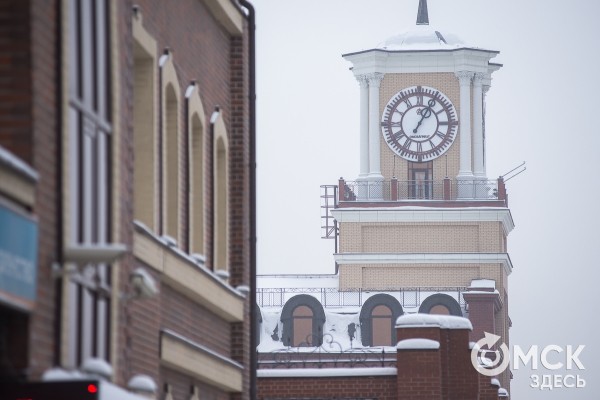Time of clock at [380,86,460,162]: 1:05
